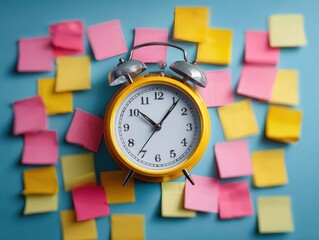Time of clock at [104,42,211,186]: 10:06
